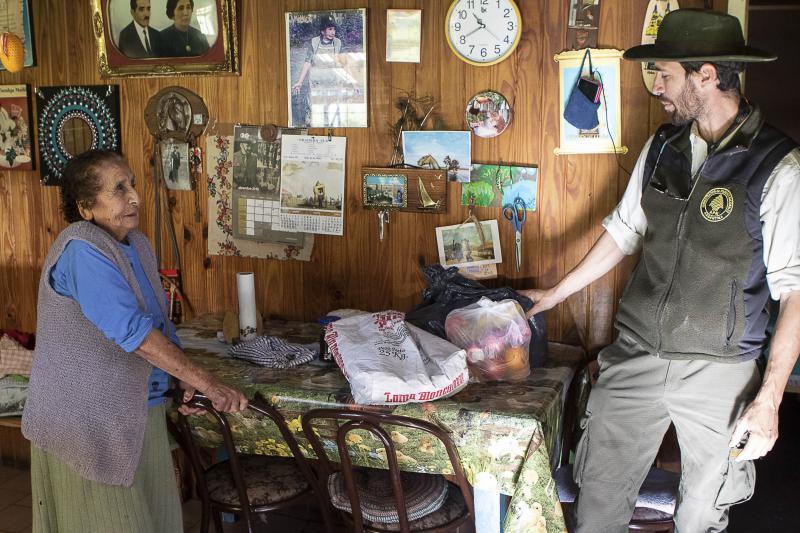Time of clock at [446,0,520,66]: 10:40
